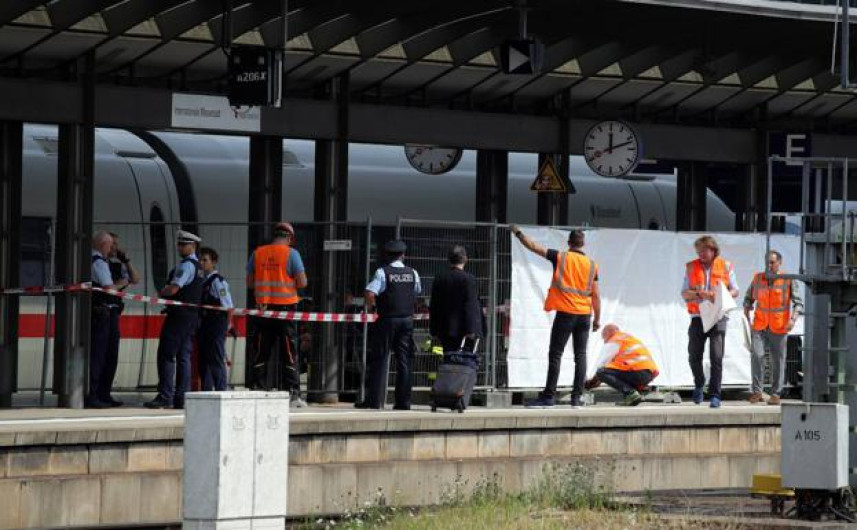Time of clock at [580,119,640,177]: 12:11
